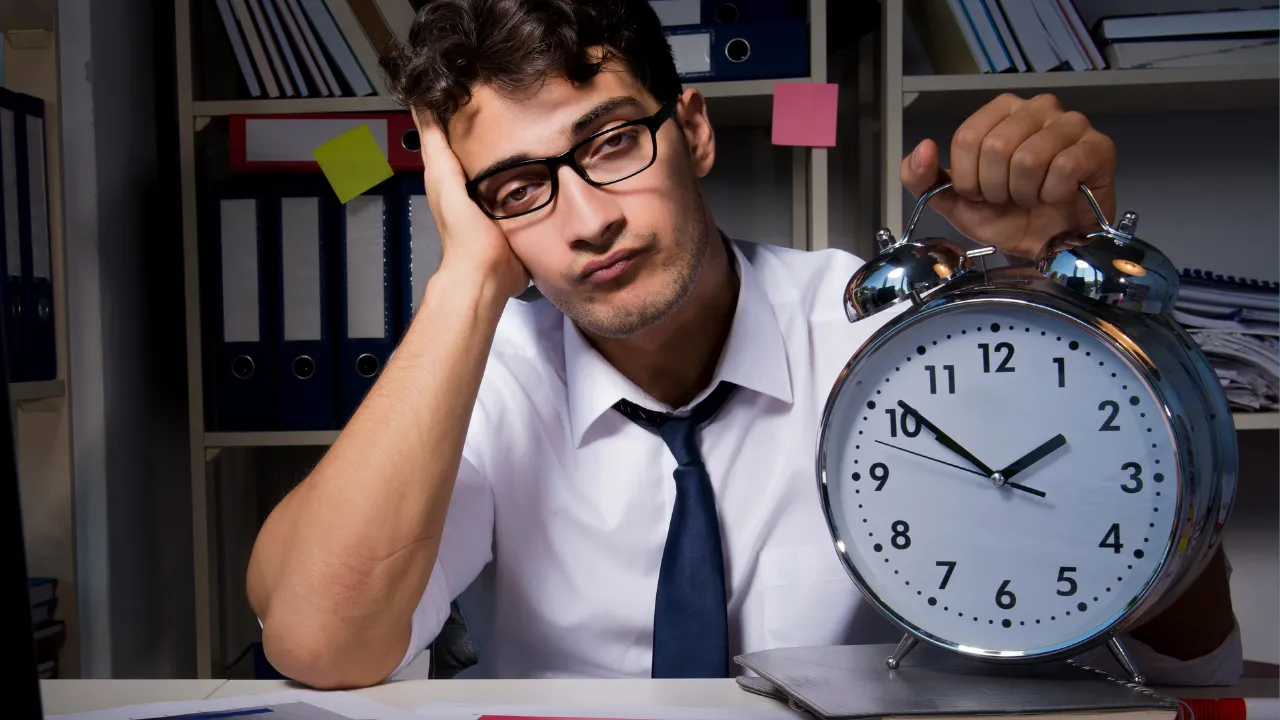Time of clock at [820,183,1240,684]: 1:51
